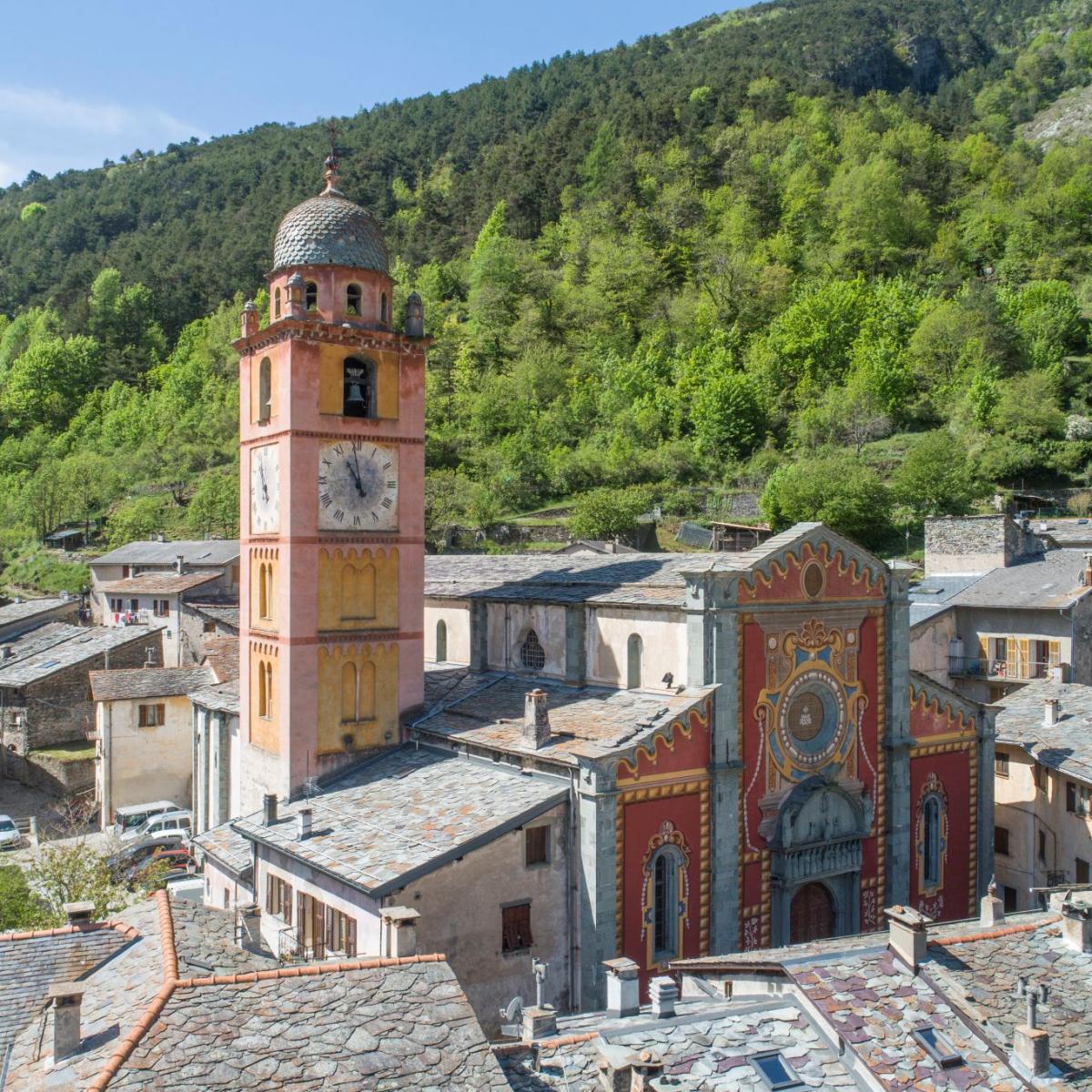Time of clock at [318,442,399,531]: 10:59
